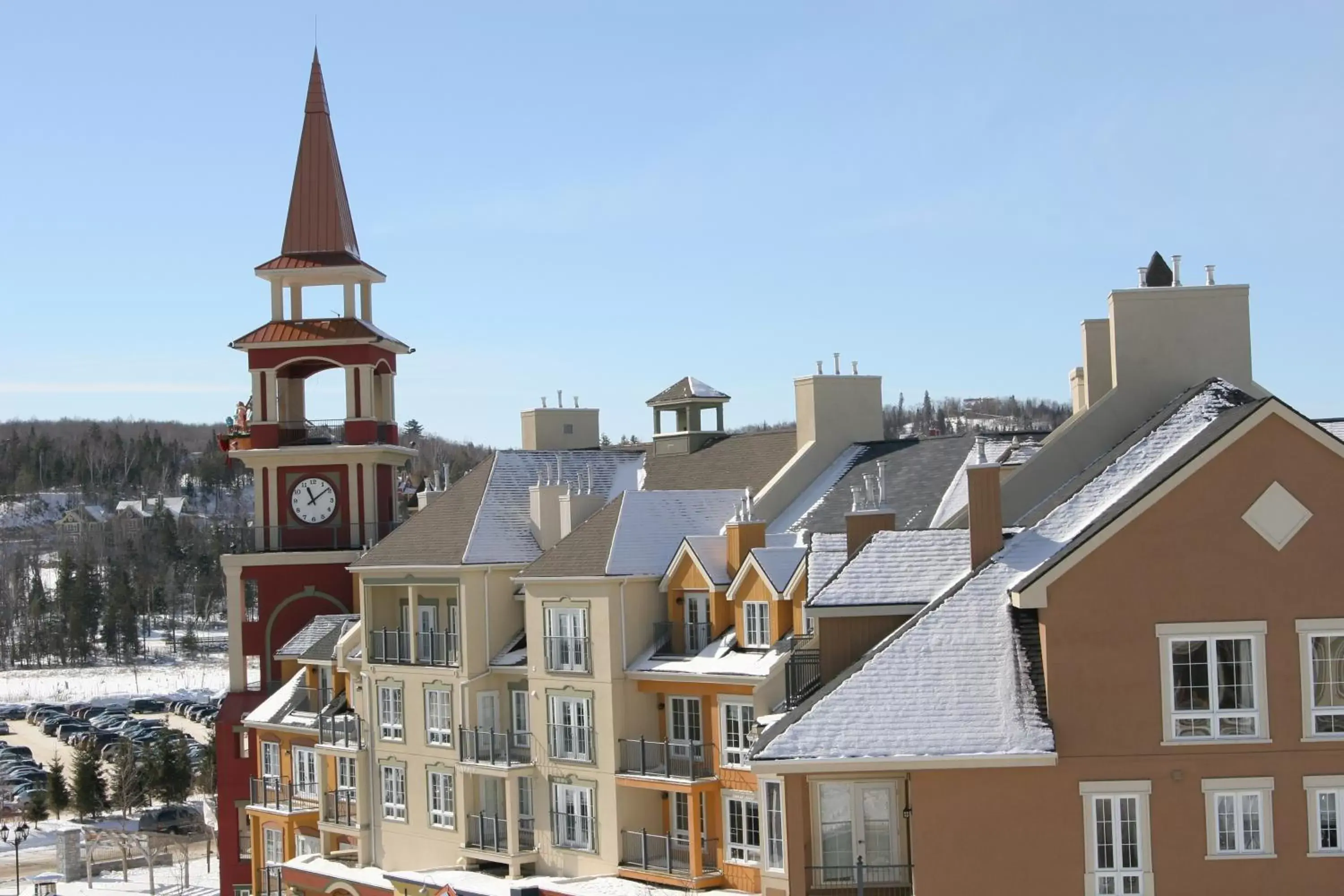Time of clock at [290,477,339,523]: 11:08
